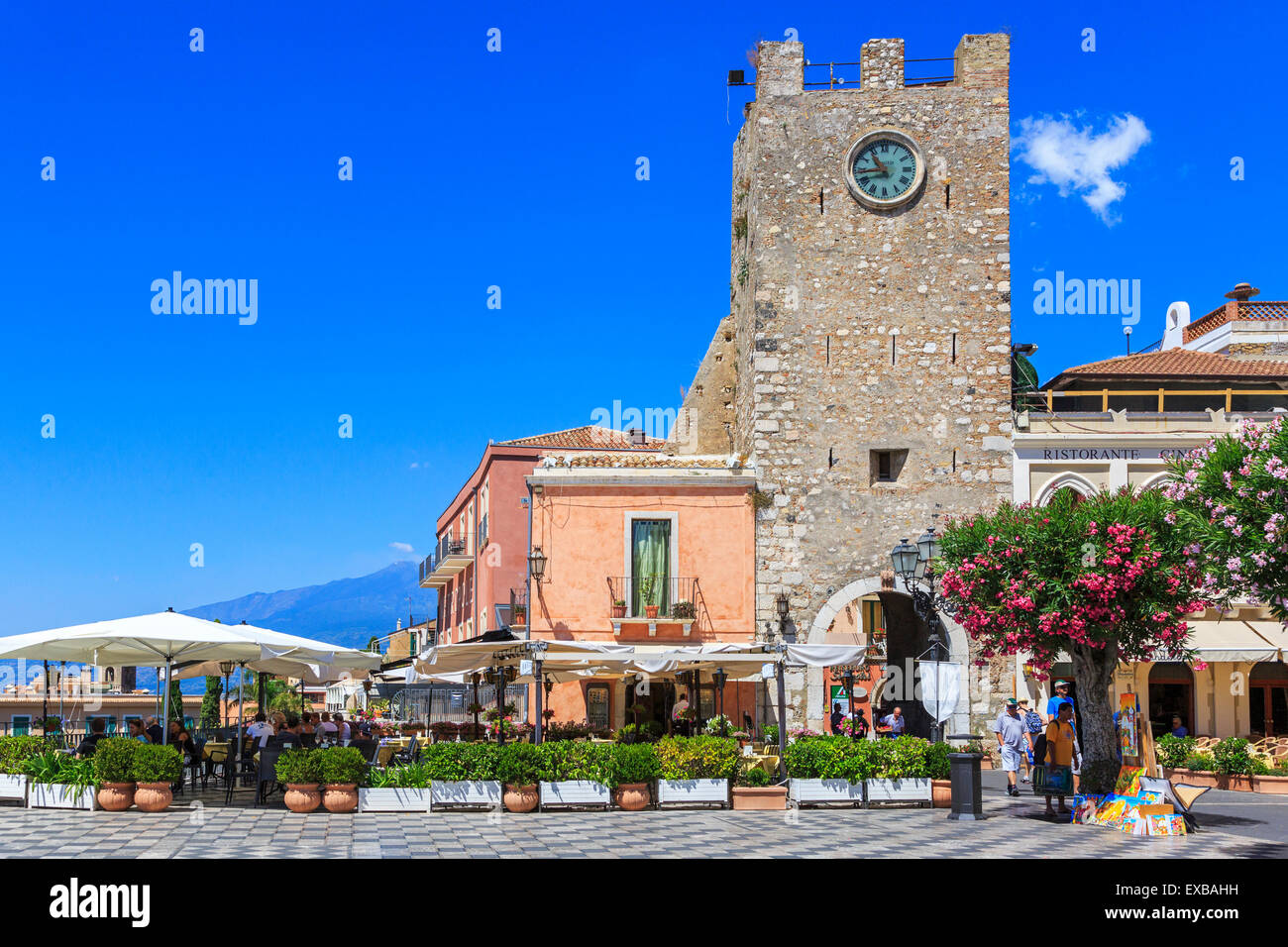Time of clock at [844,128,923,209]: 10:43
